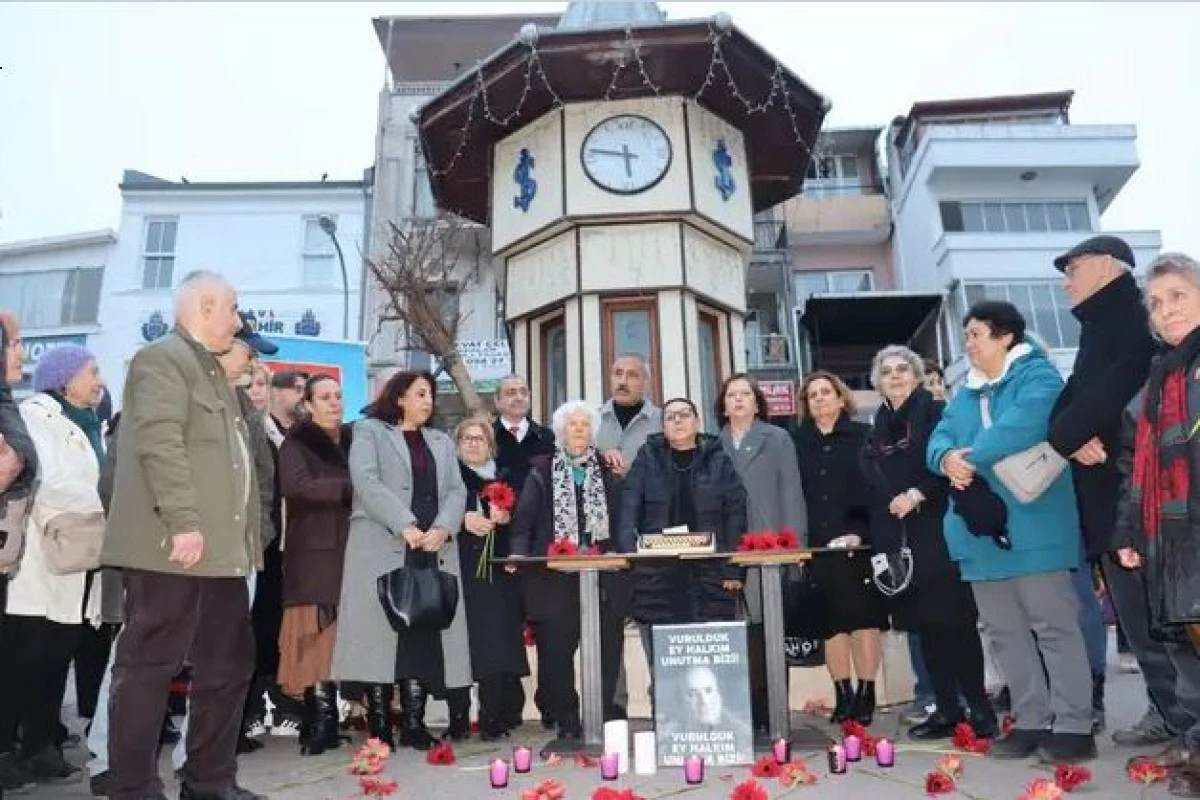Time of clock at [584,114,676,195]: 5:47
